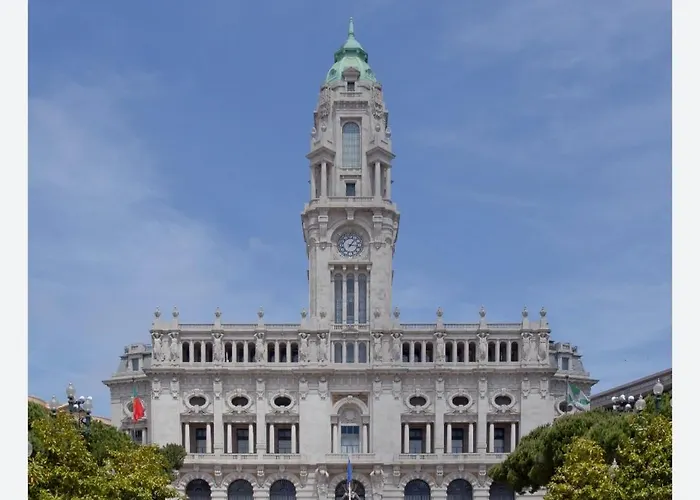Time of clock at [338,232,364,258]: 1:16
